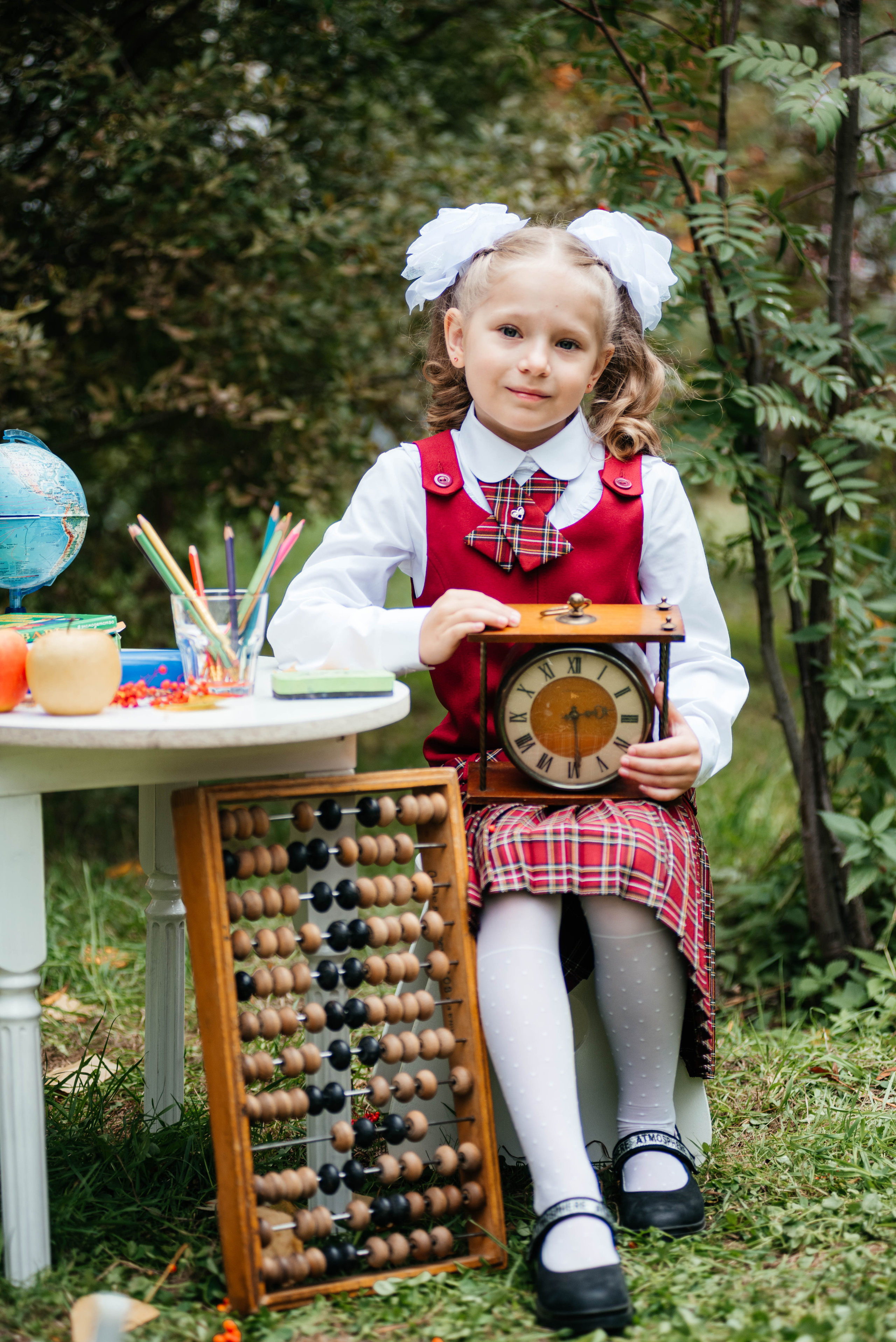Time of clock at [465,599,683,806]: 2:29
